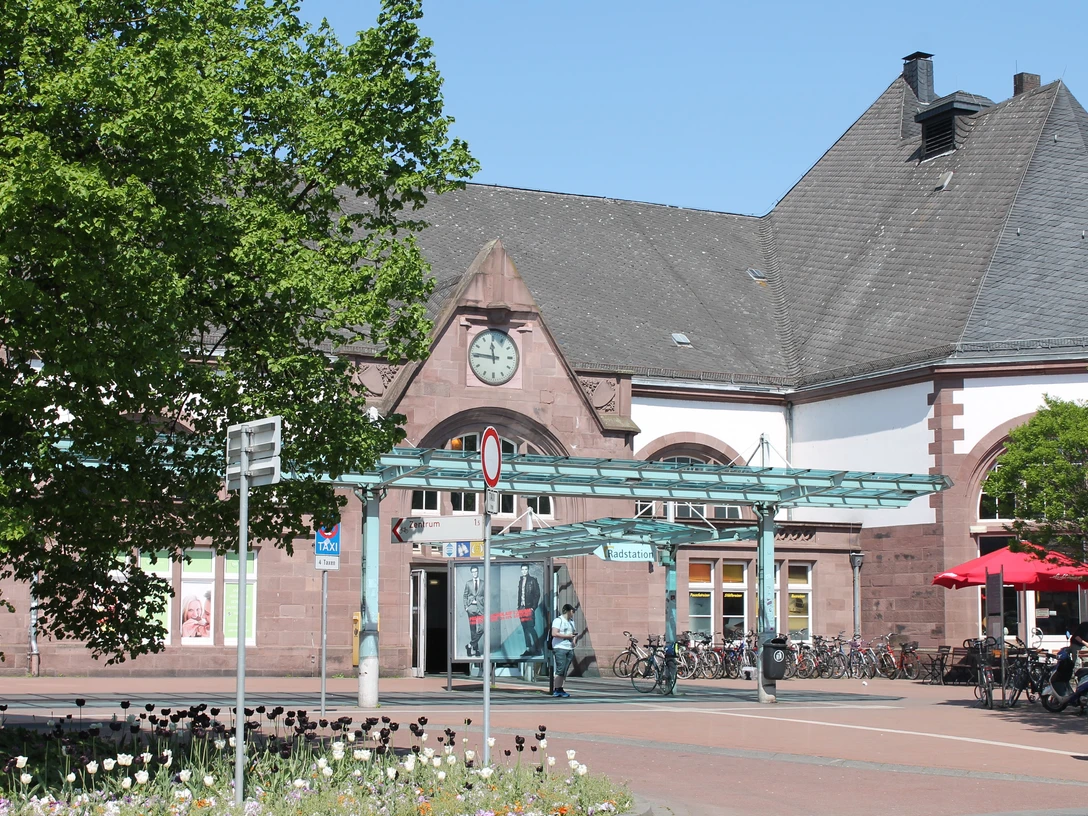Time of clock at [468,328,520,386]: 11:46
